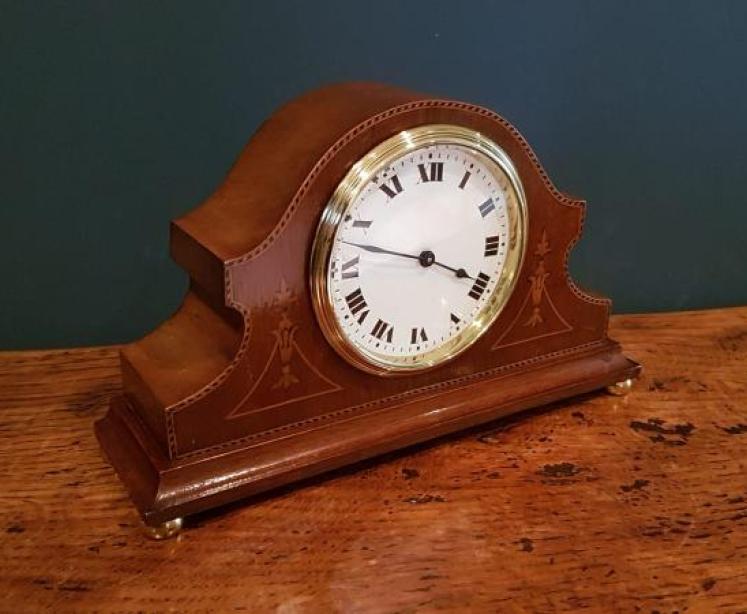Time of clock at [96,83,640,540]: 3:47
